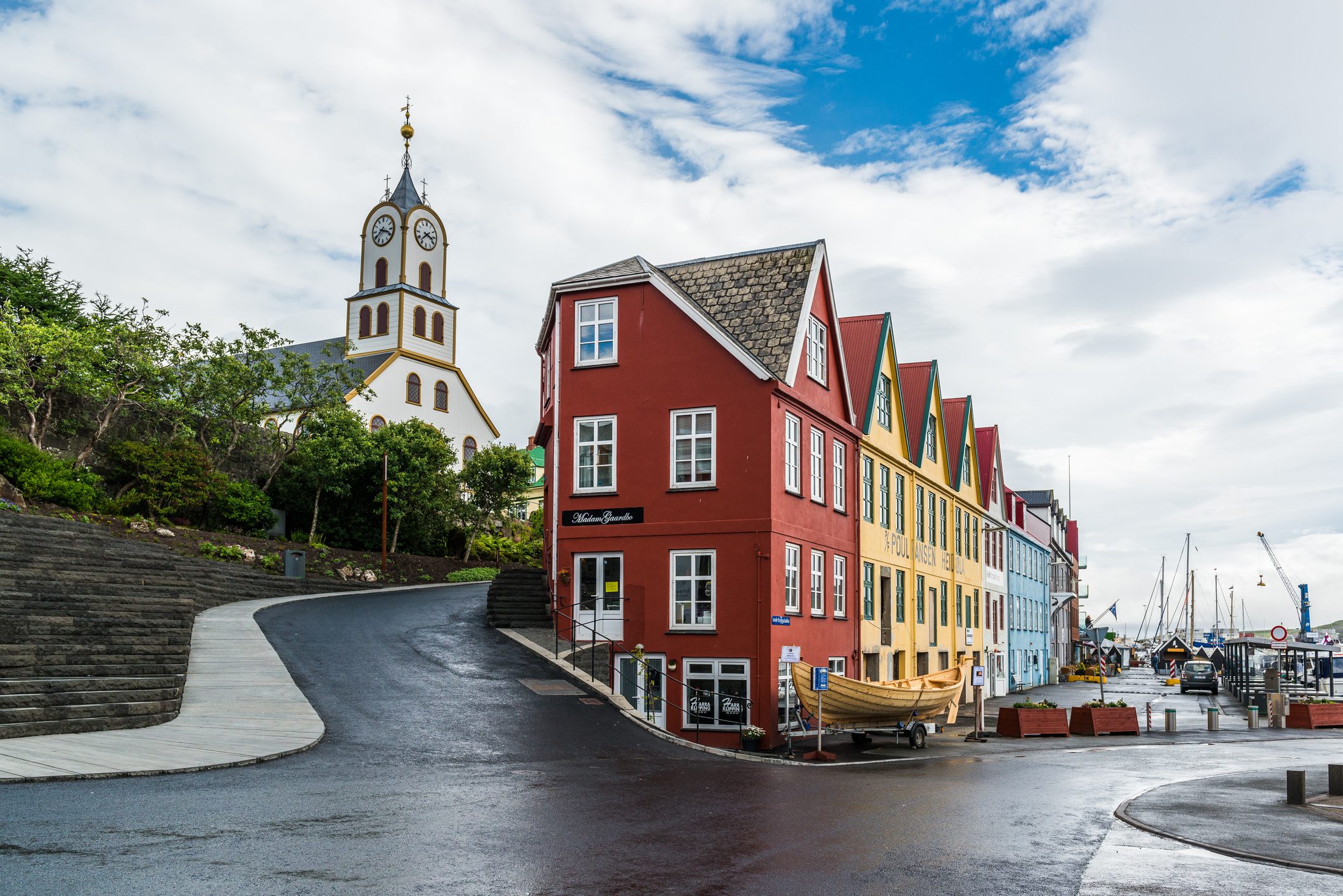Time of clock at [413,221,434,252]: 3:37
